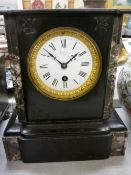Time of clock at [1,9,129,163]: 1:52
